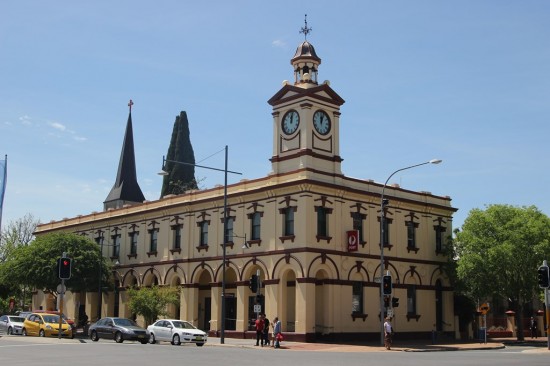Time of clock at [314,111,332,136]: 12:03
